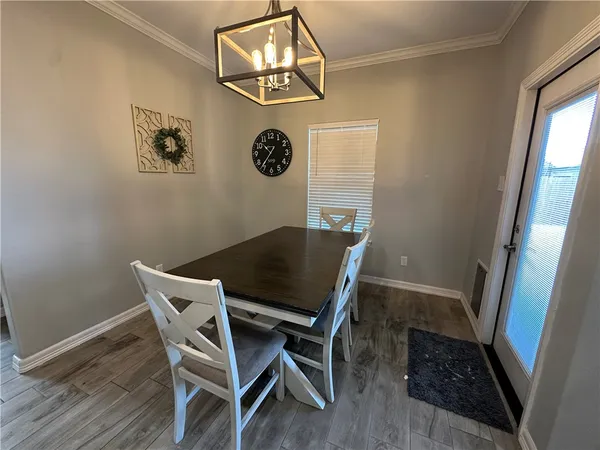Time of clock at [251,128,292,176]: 10:36
